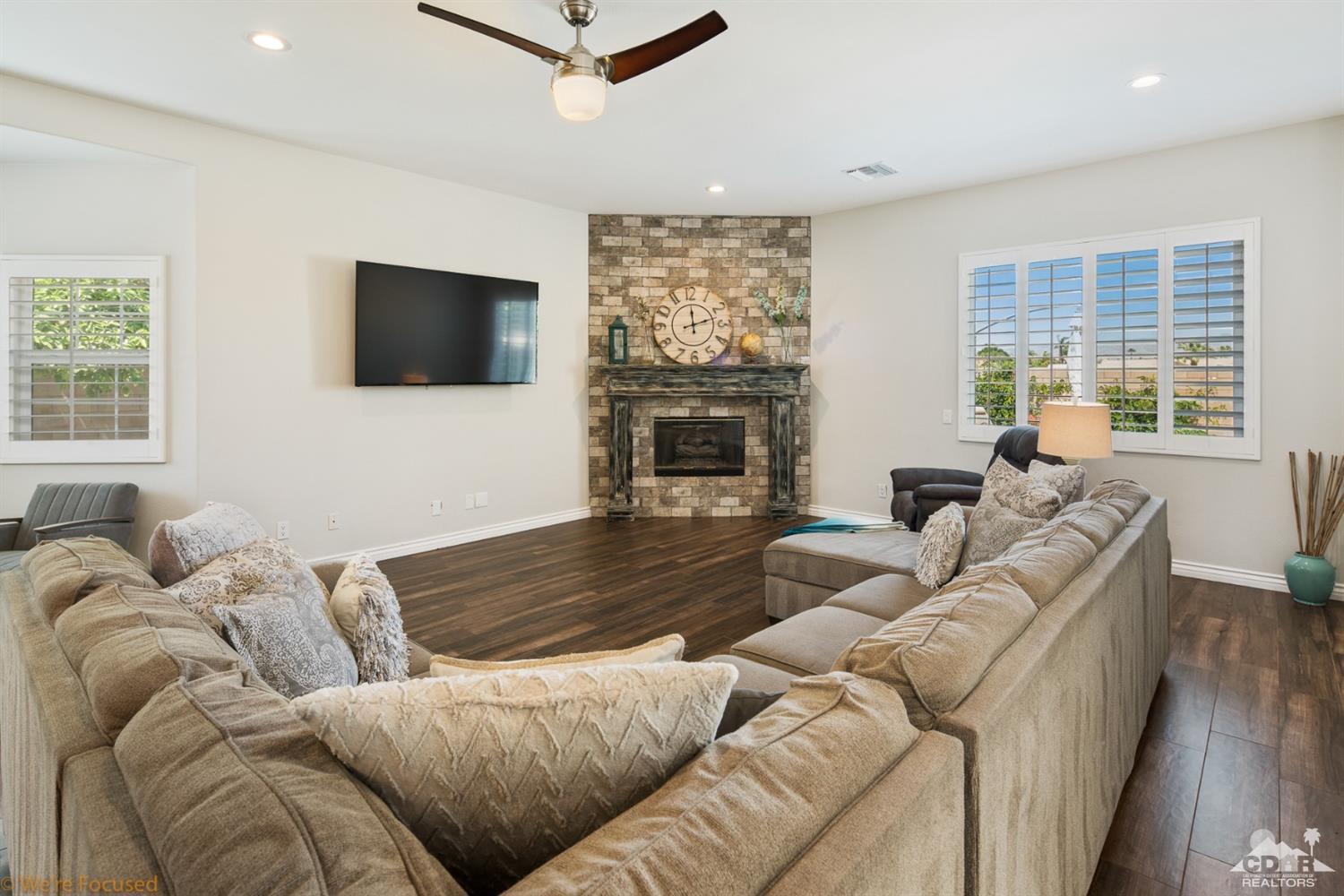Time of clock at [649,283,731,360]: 12:12
